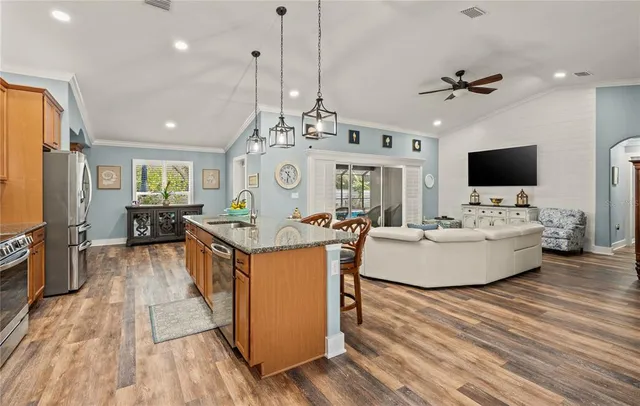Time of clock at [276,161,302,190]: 4:31
